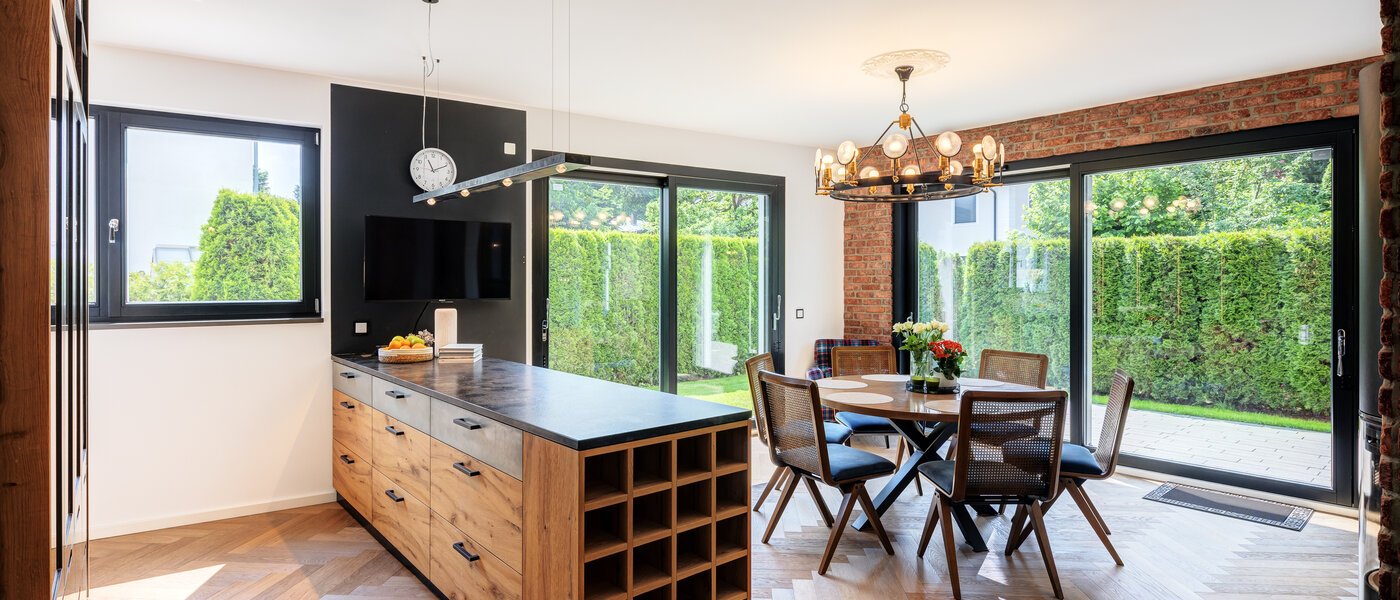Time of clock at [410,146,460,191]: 11:10
